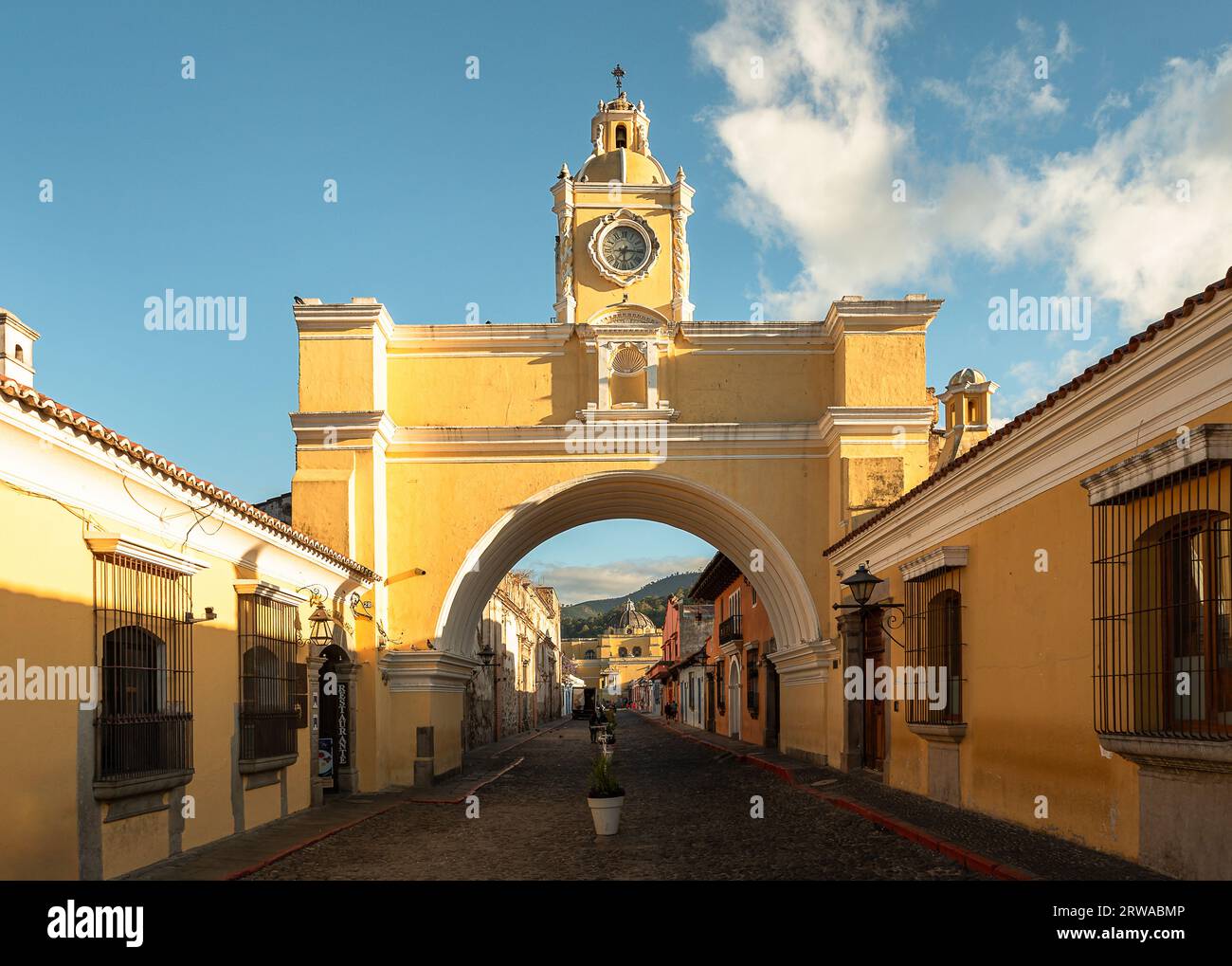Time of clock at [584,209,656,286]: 6:15
